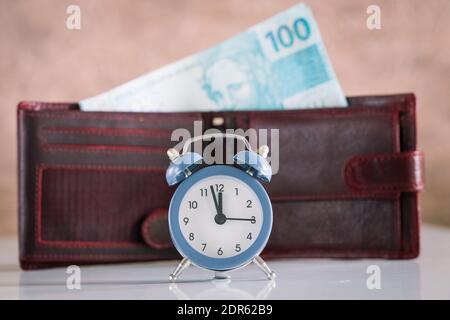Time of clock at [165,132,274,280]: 11:57
